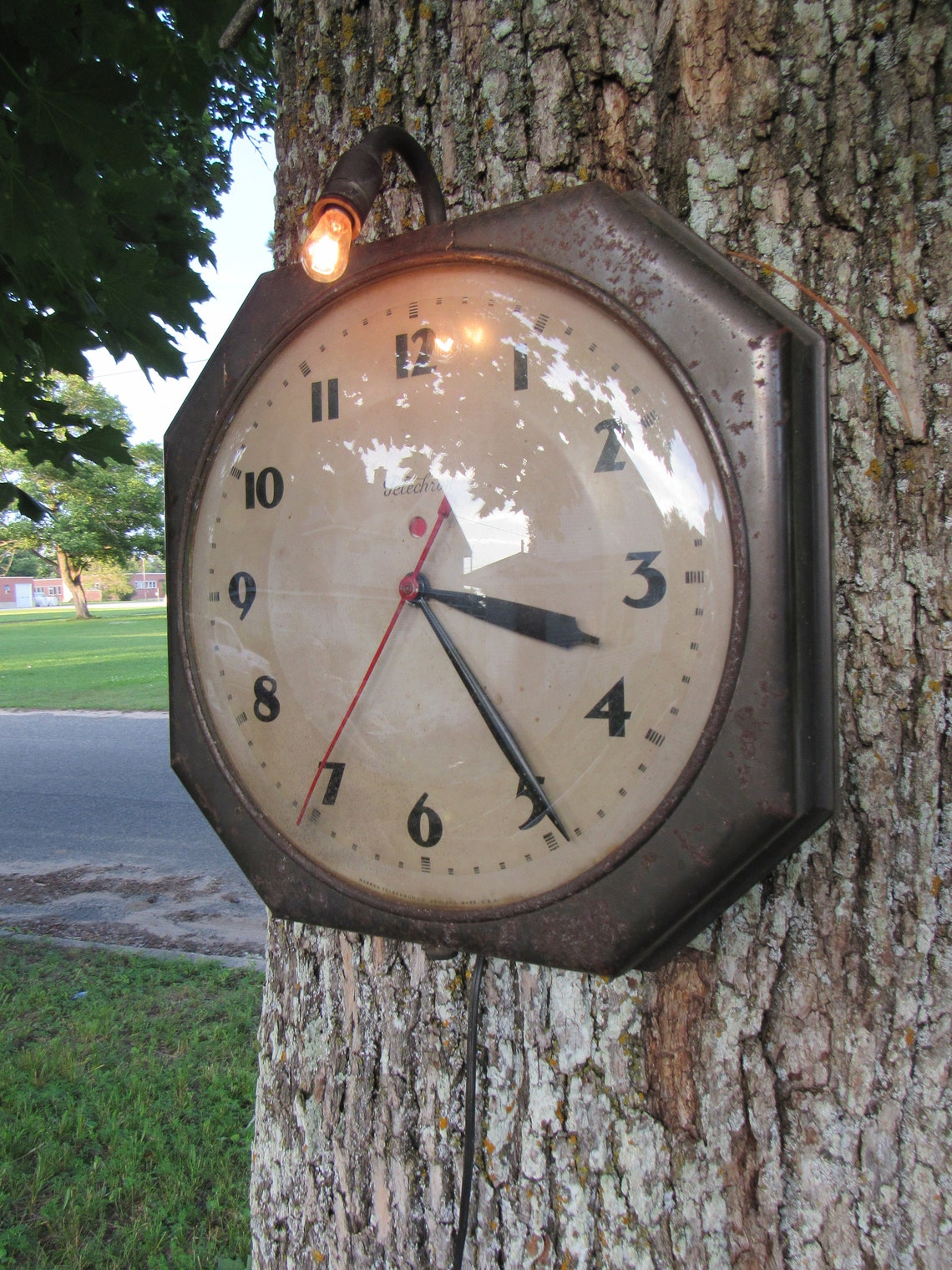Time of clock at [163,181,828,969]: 3:24
